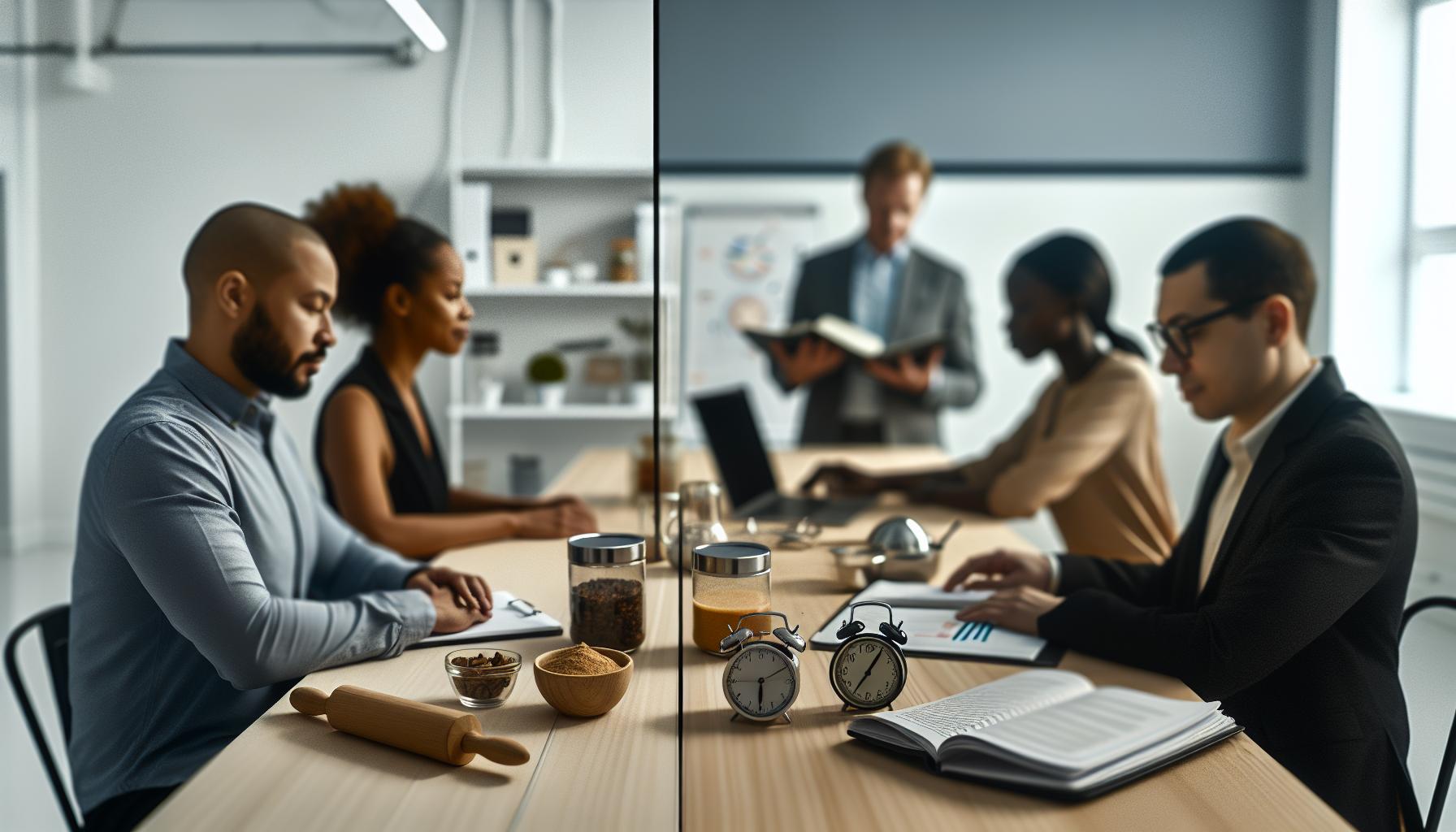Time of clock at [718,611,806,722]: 6:10
